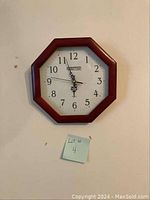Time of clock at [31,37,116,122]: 5:56
